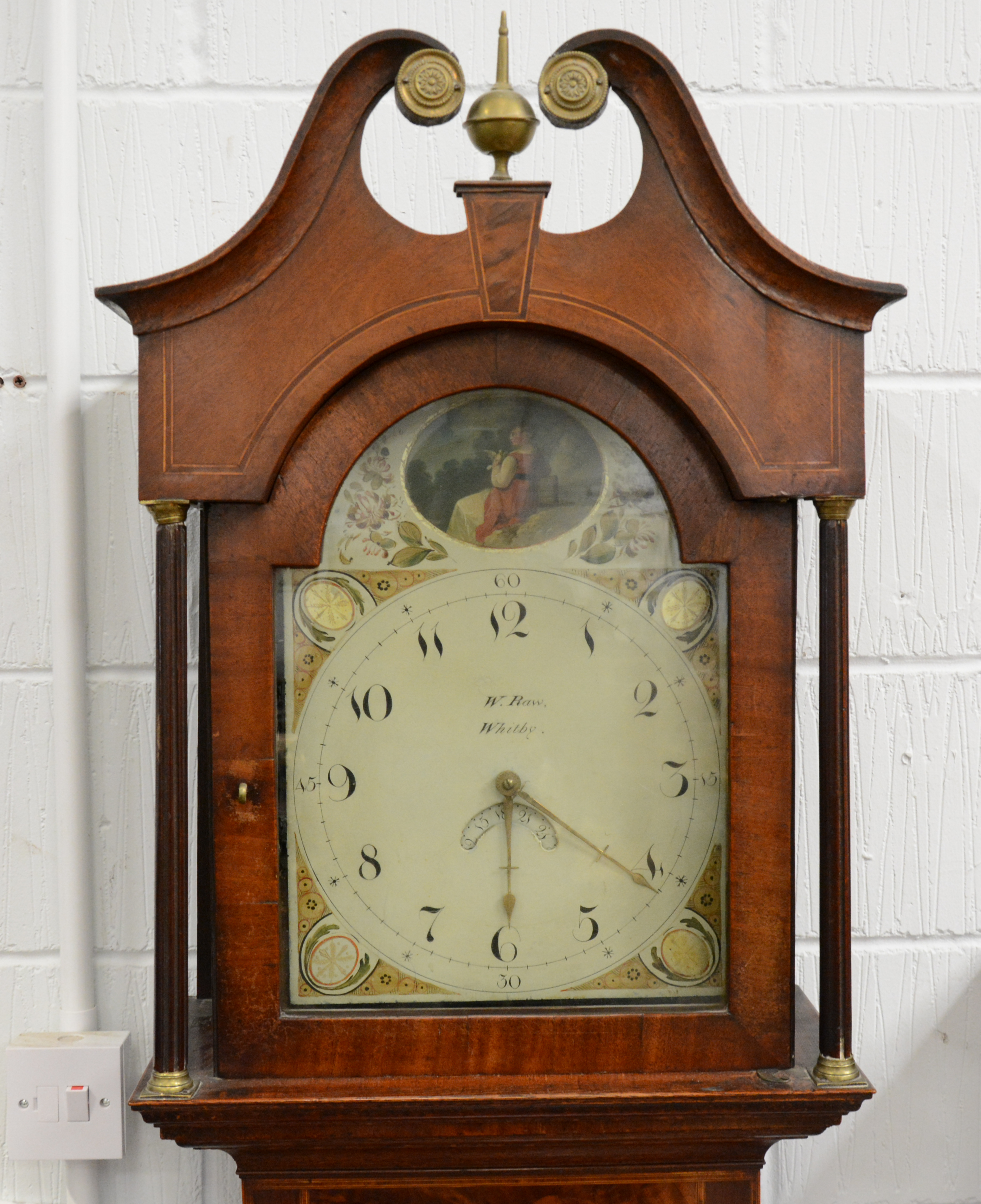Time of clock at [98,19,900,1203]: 6:20
